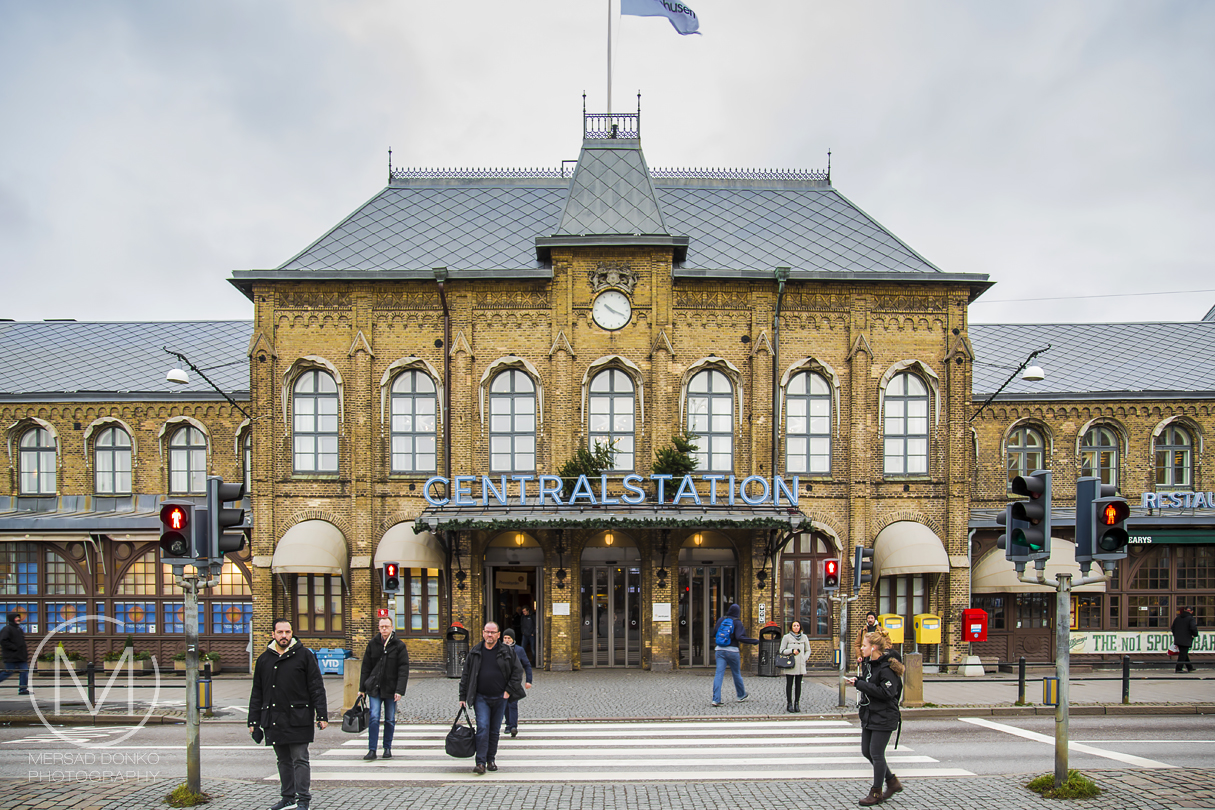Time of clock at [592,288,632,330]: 10:18
